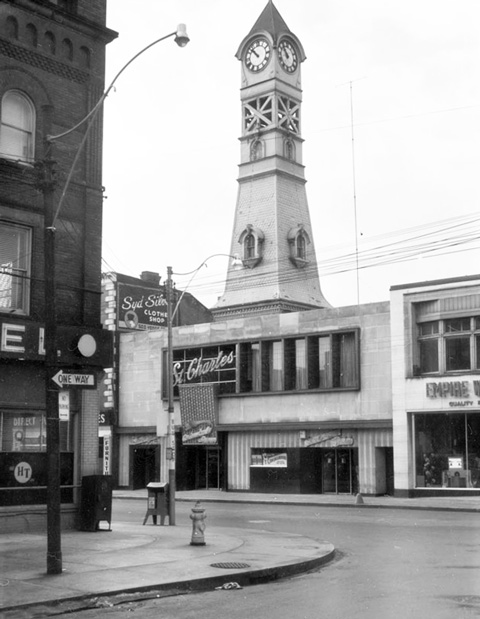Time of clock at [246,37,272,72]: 10:52
